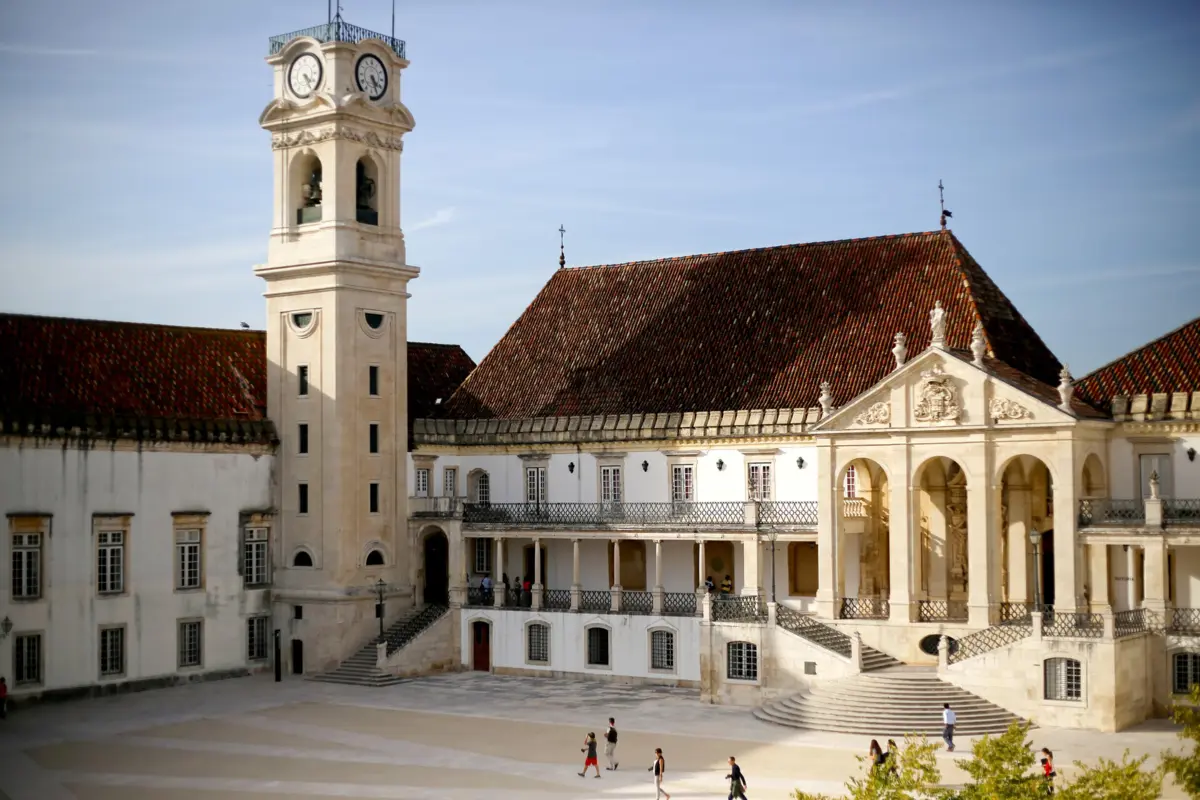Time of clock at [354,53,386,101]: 4:26
